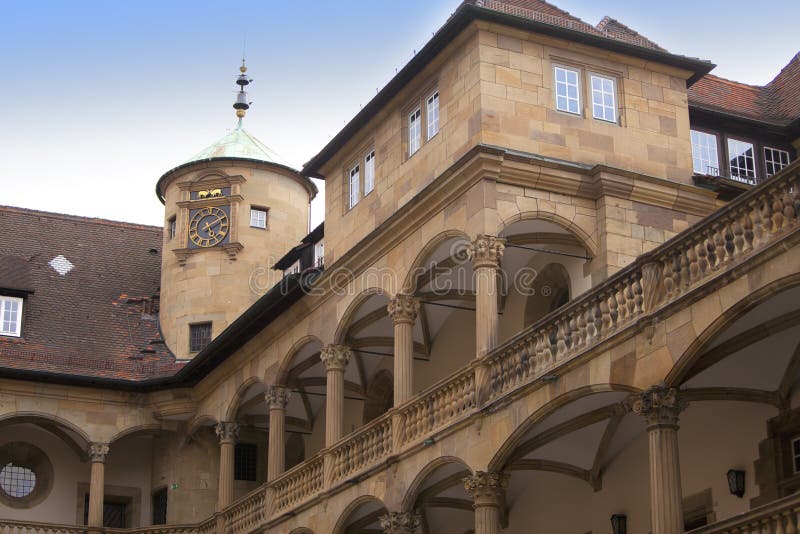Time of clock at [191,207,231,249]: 5:09
